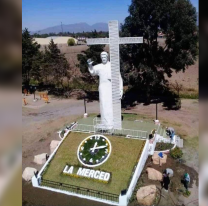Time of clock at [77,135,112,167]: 12:12
